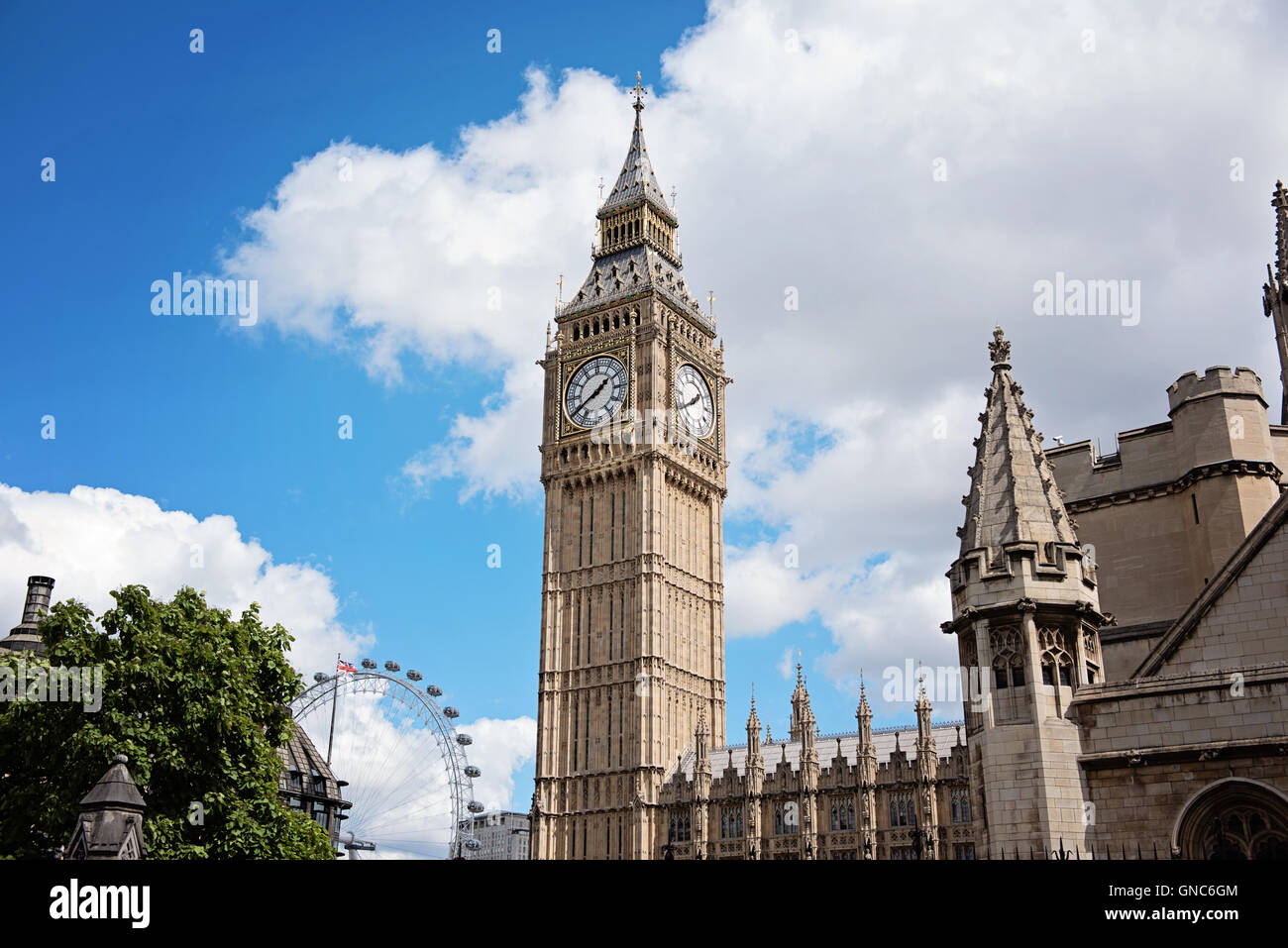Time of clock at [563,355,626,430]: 1:39
